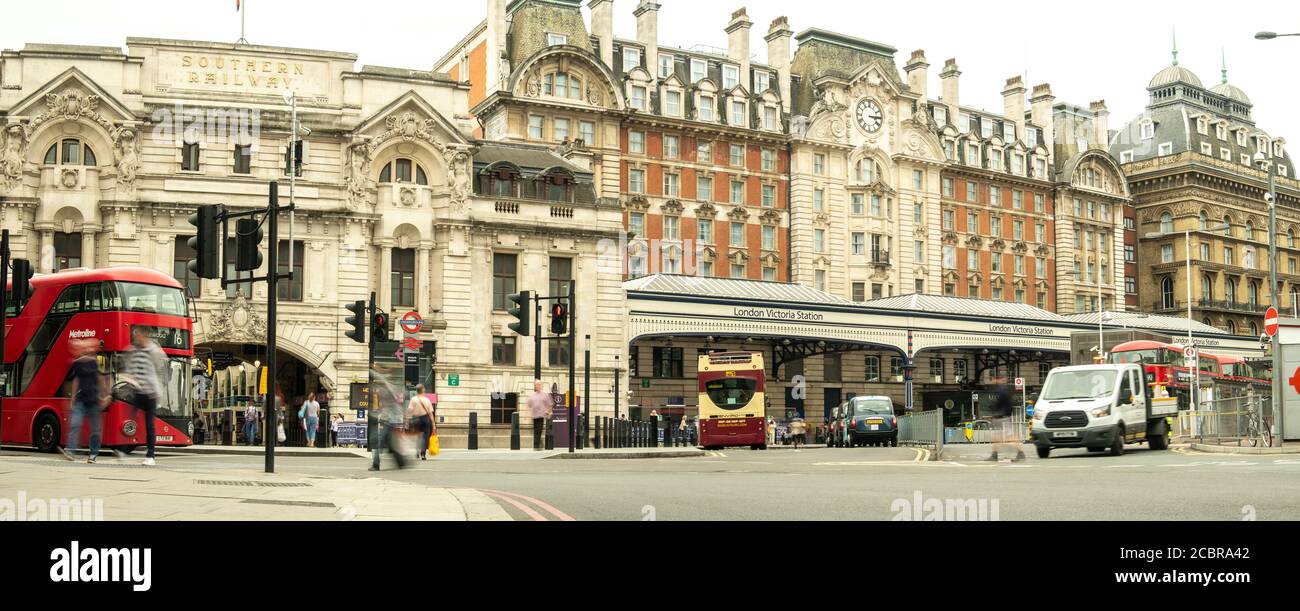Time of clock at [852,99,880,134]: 3:14
